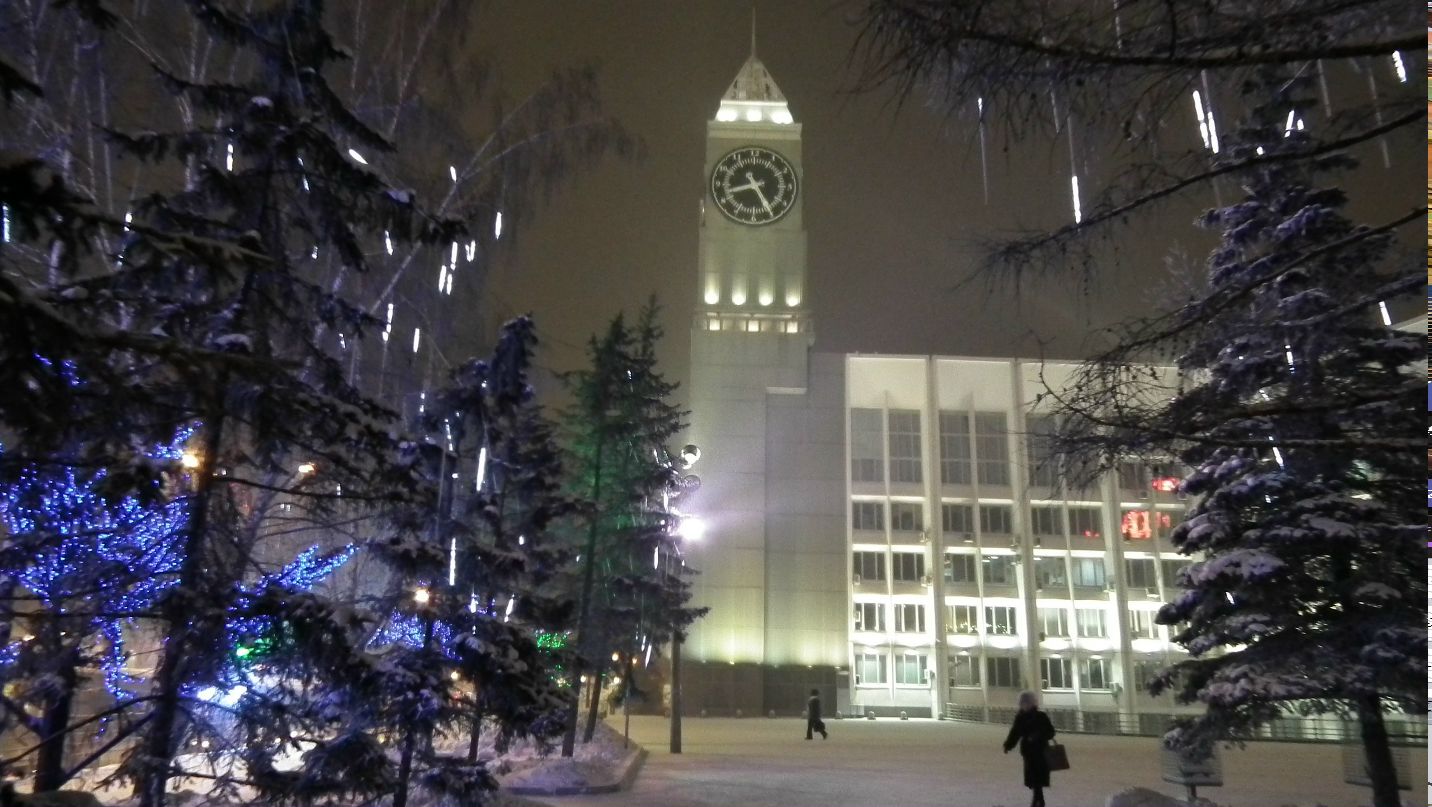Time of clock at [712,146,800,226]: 8:25
